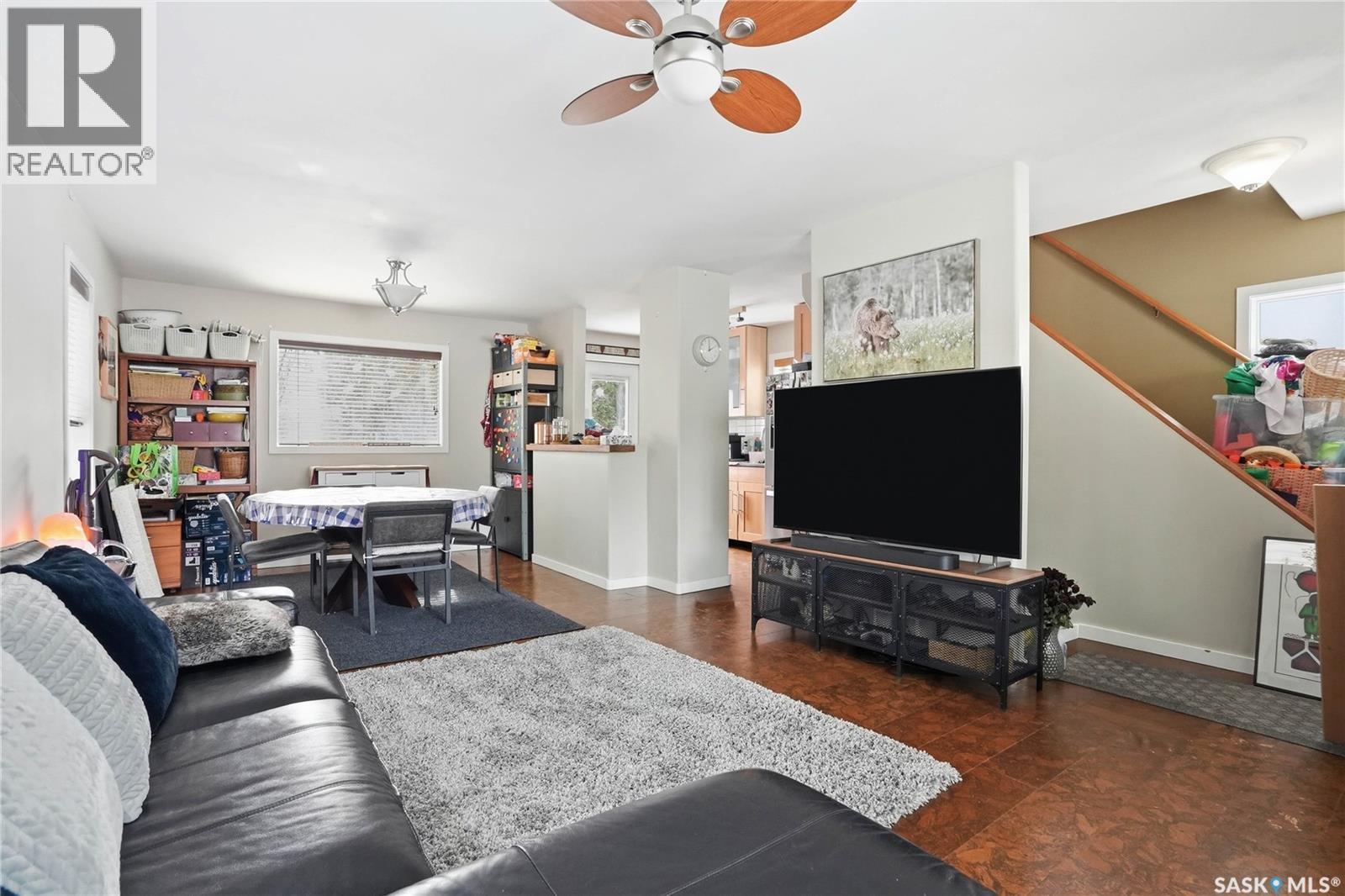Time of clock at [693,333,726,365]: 2:00
